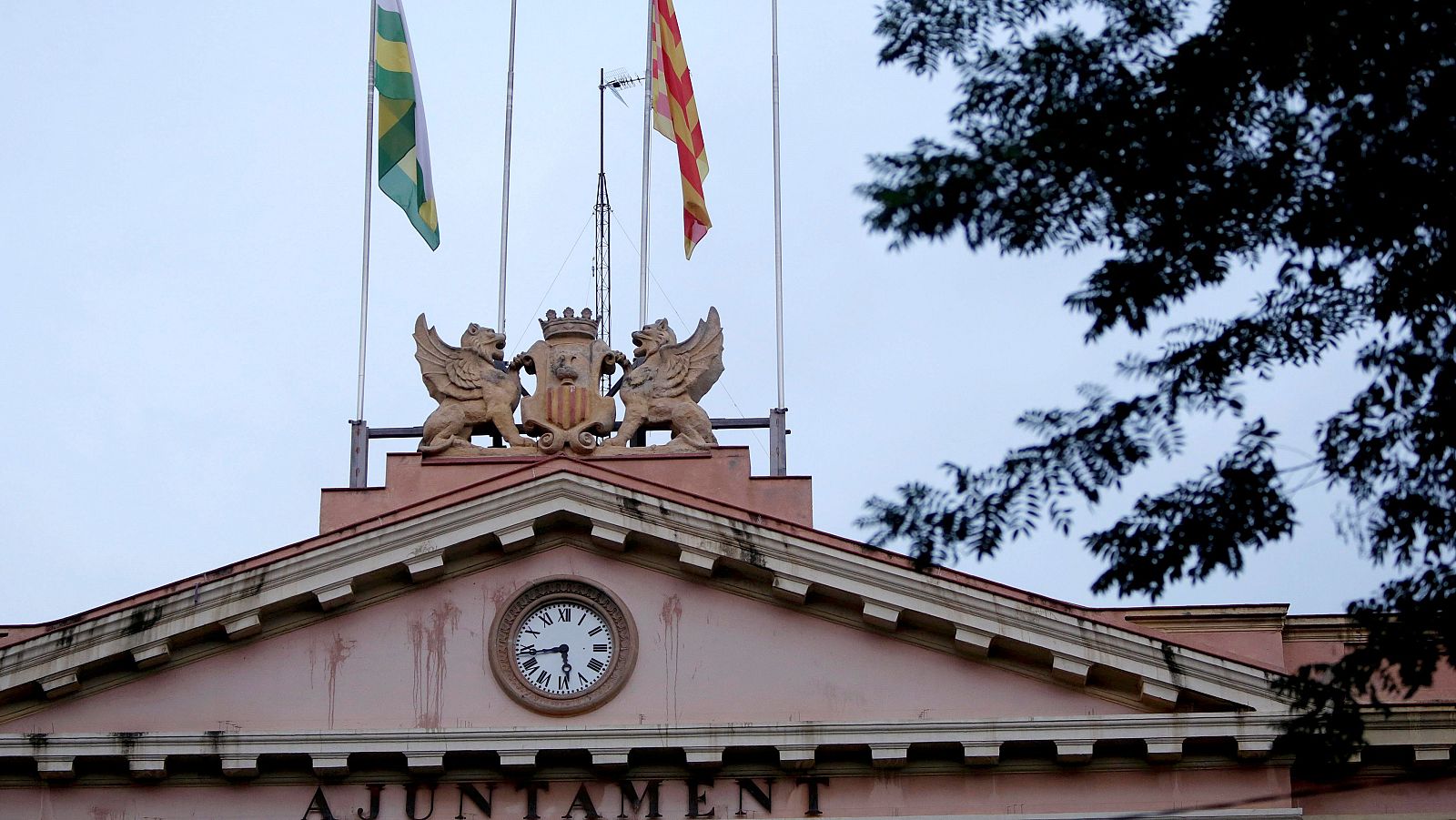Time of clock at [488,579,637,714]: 5:43
